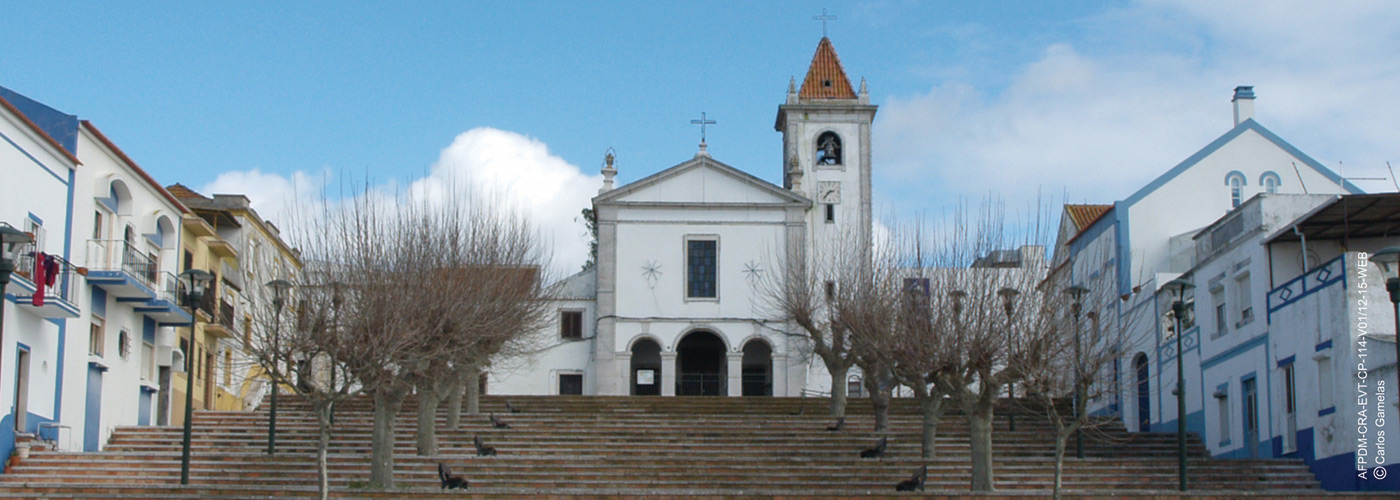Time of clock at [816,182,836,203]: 2:36
